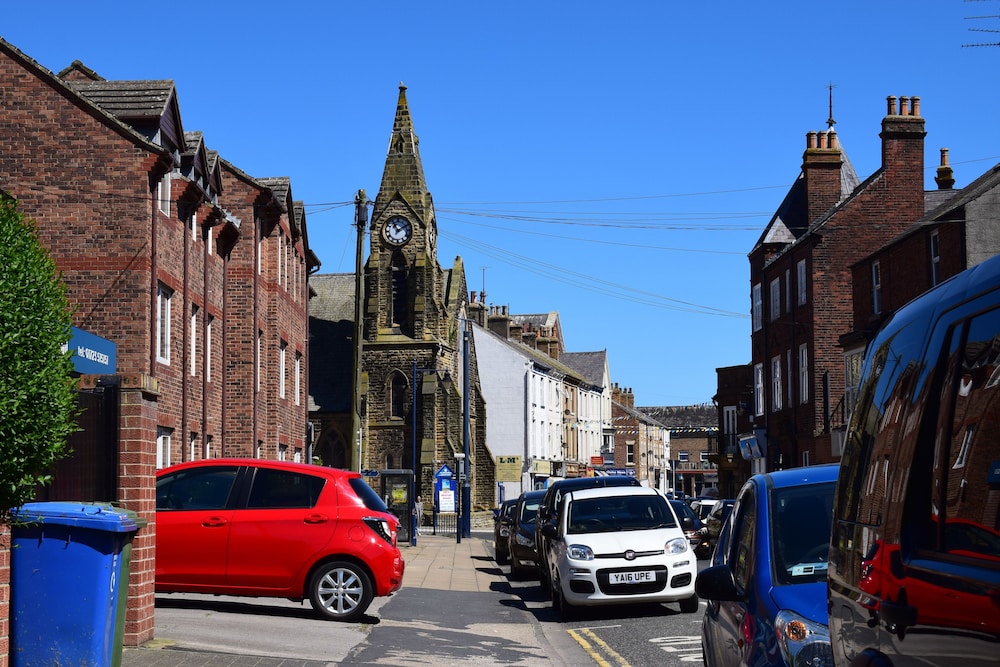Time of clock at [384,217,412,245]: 11:09
